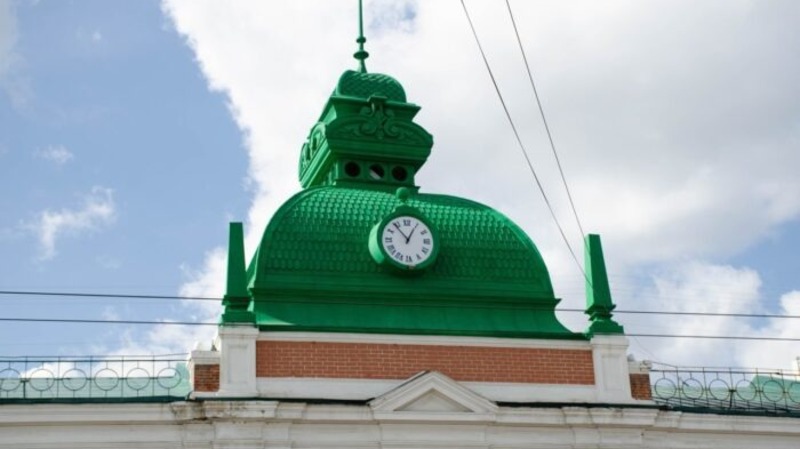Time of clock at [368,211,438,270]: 12:53
